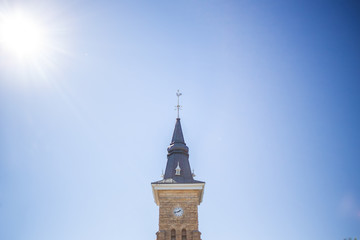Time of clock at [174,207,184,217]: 1:42
